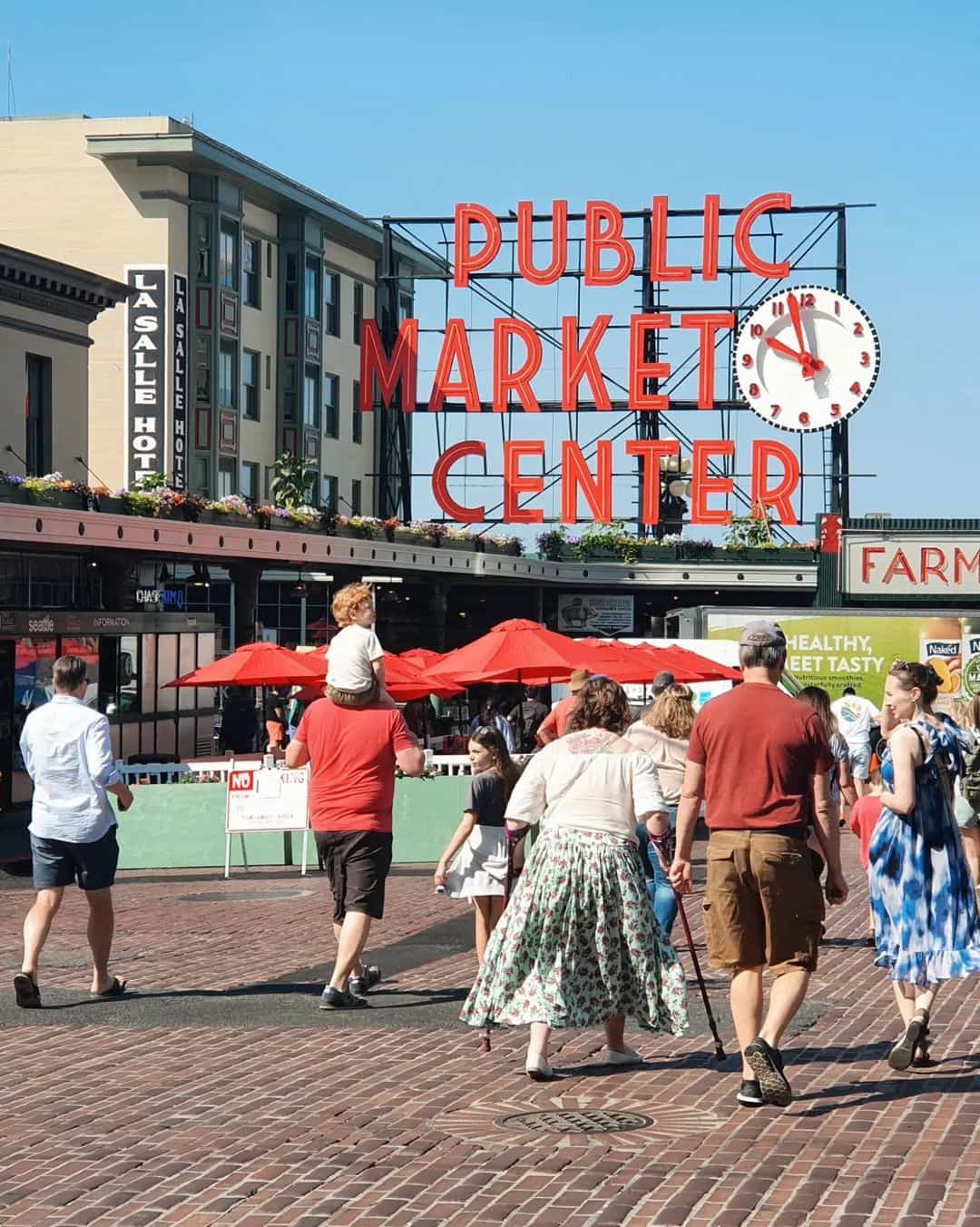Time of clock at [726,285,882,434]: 9:57
